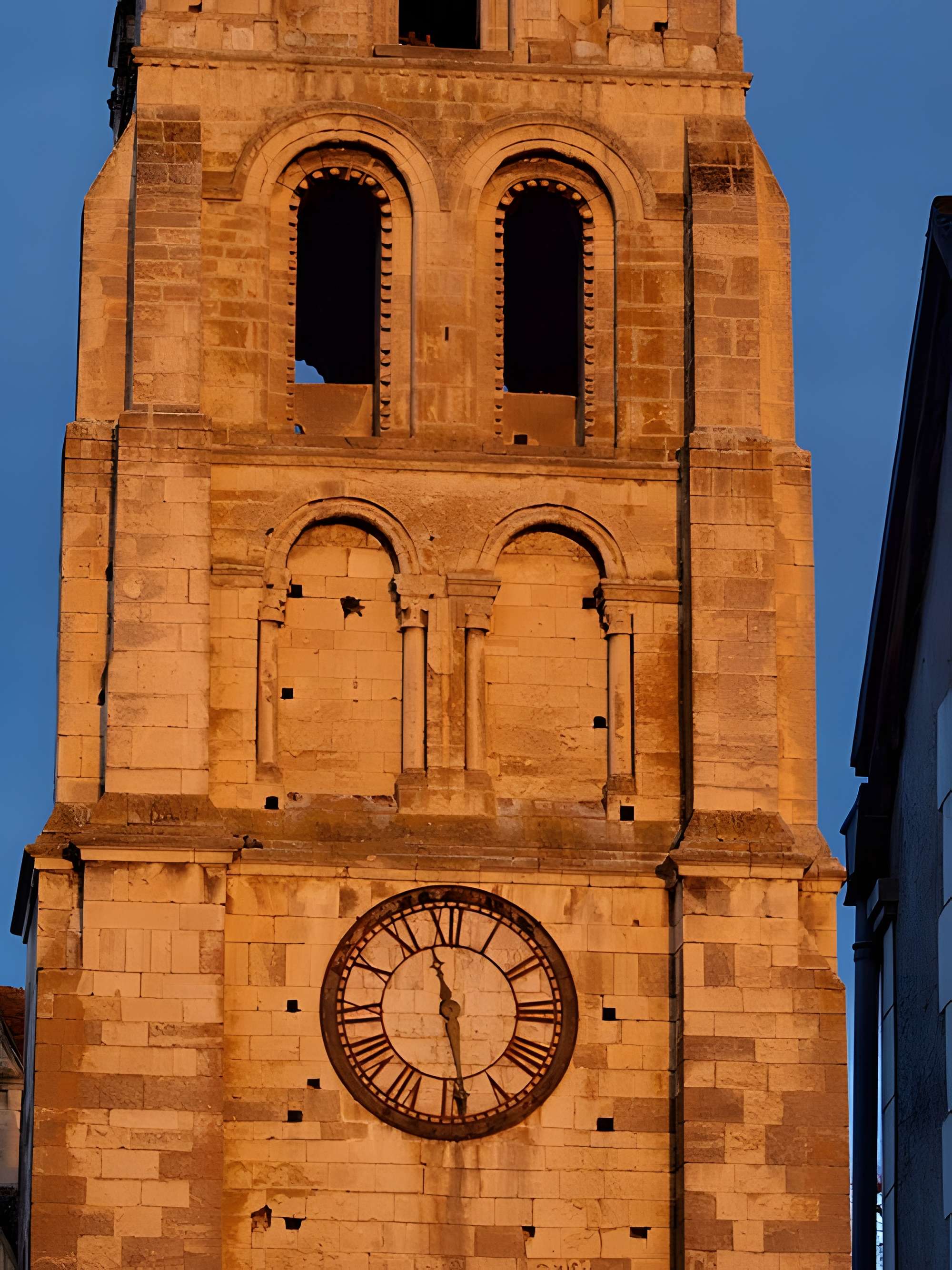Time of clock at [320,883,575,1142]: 11:28
